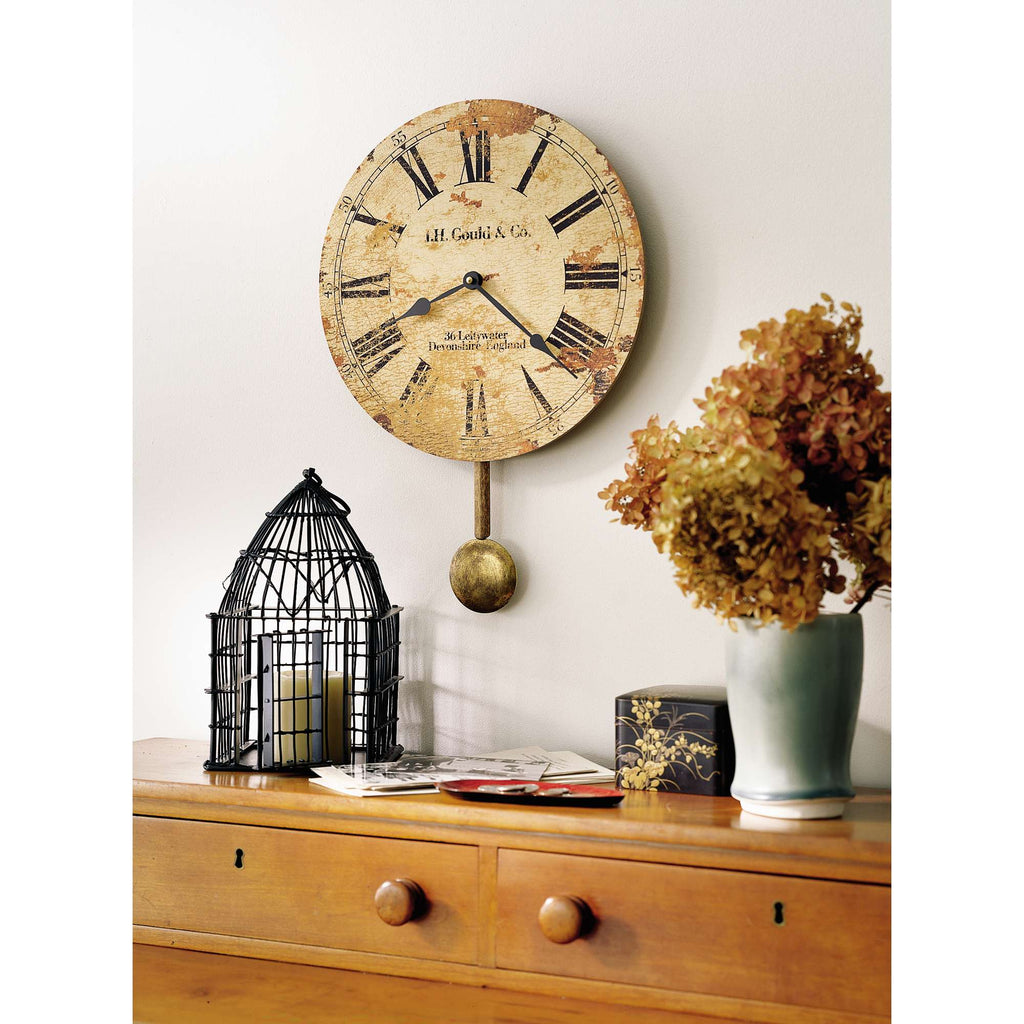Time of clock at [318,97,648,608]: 8:21
